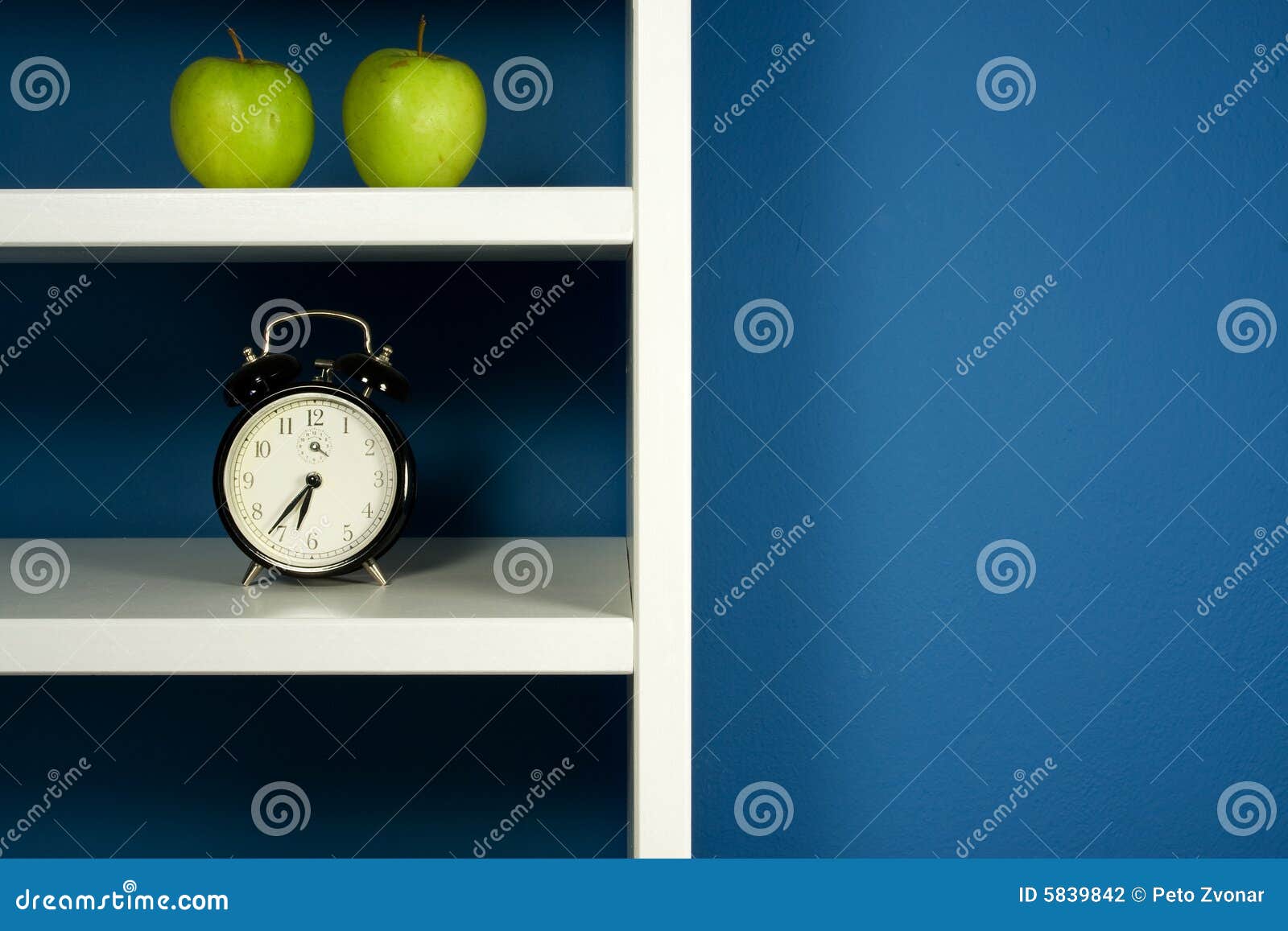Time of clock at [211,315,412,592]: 6:36
